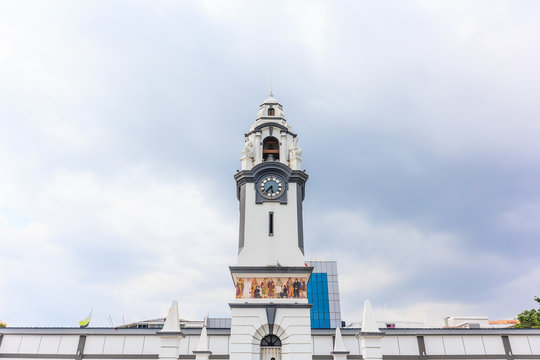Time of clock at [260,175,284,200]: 5:36
